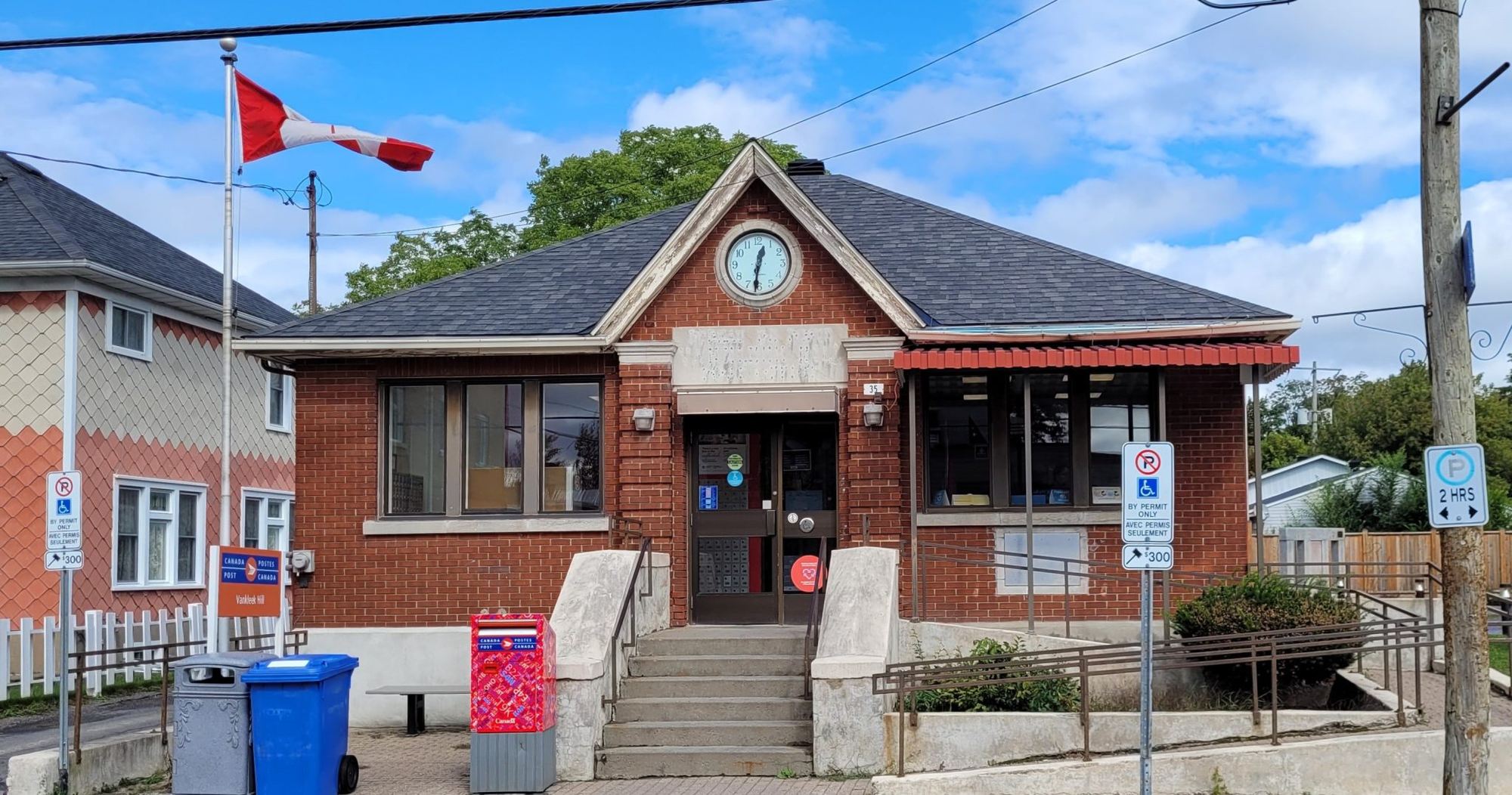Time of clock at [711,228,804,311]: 12:31
